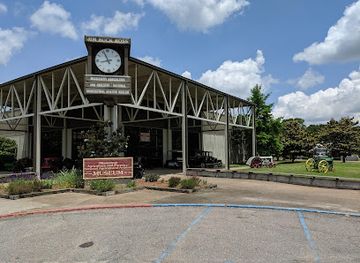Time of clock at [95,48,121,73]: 8:56
